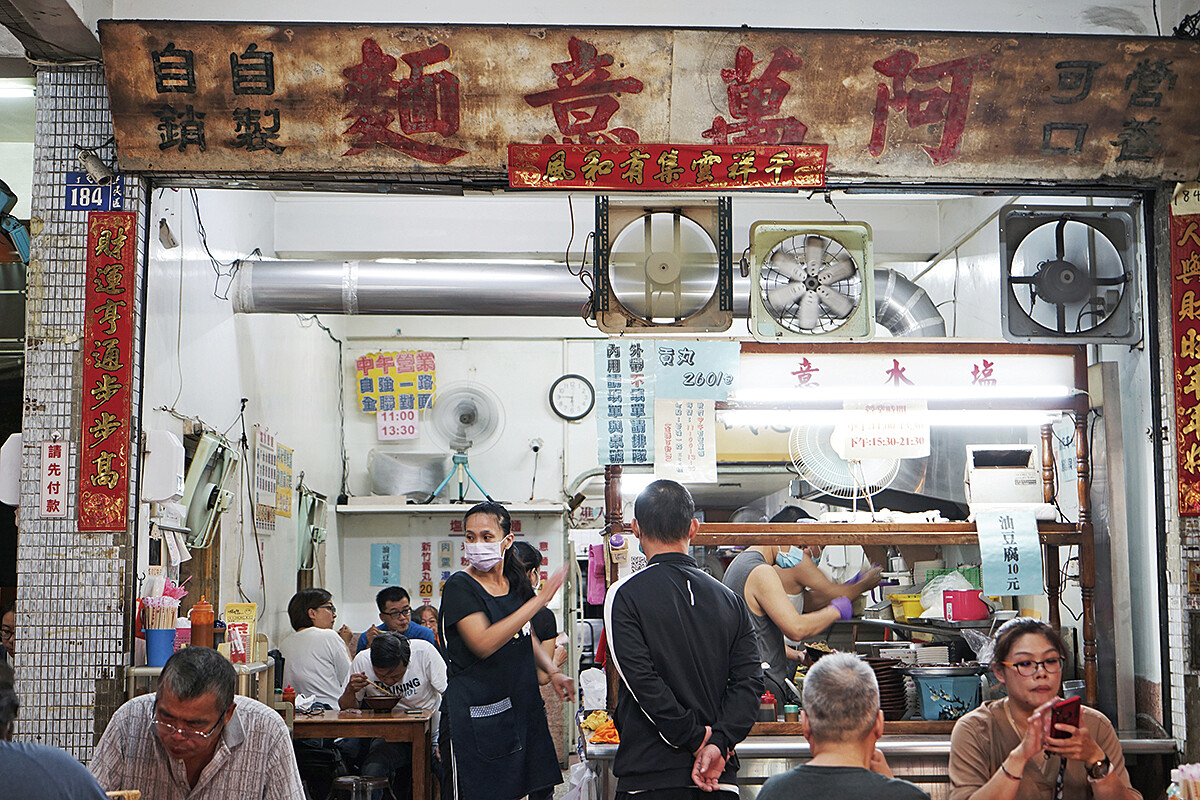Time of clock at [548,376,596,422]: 5:45
